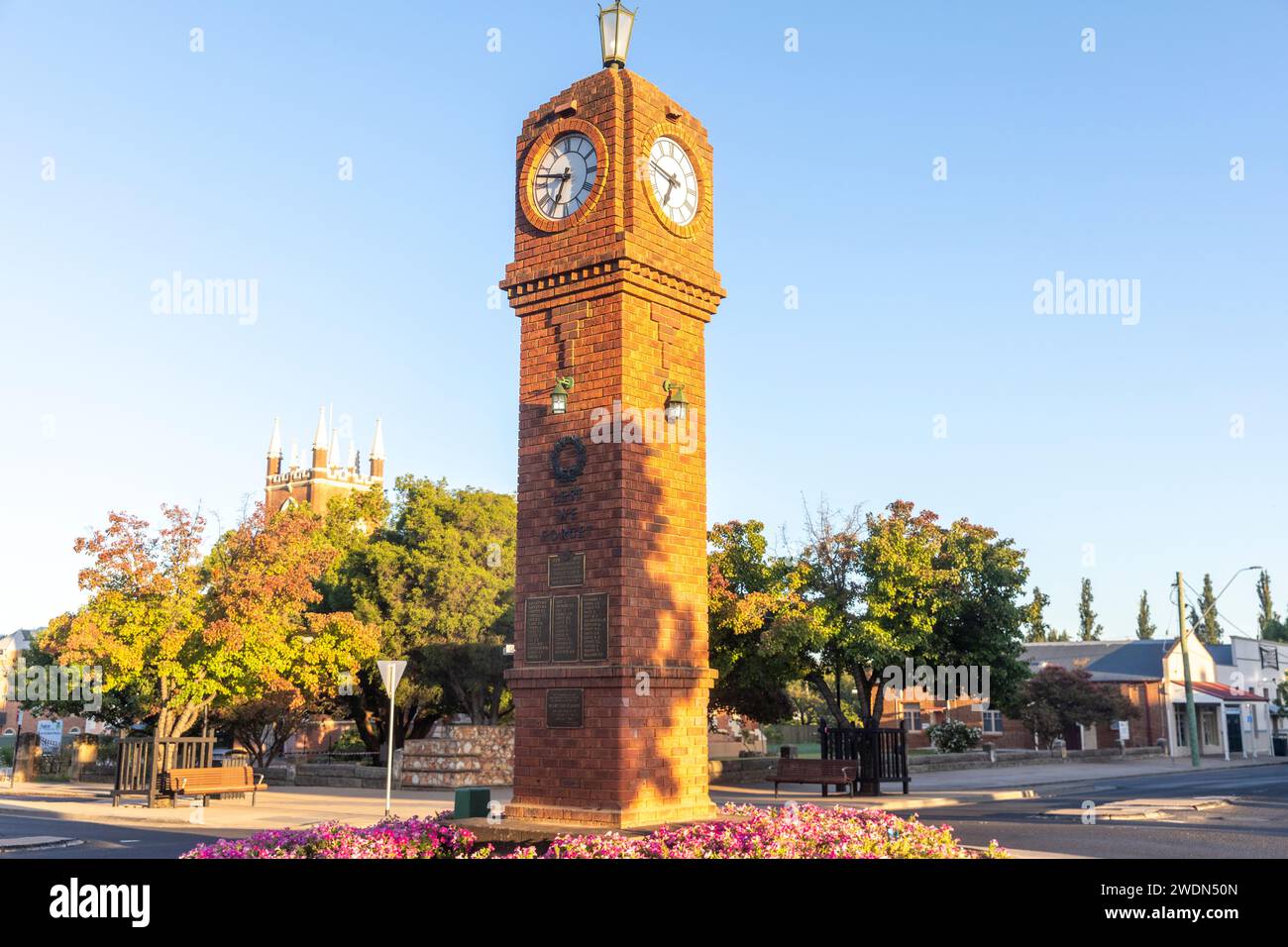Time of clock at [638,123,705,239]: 6:47
